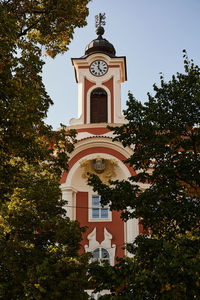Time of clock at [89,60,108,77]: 4:59
